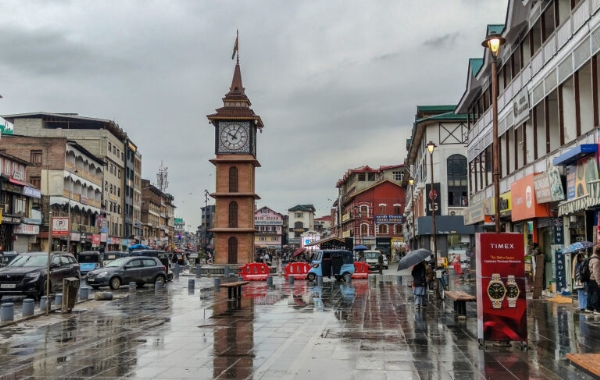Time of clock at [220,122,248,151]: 10:04
